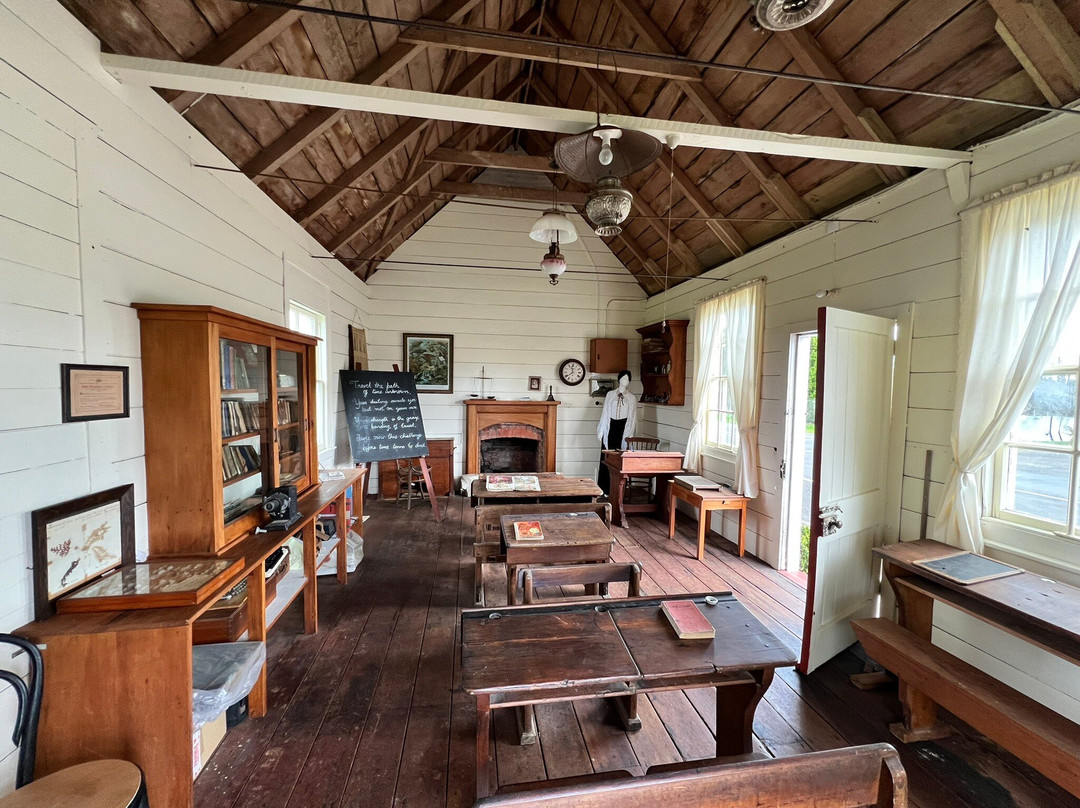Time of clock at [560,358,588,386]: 11:38
